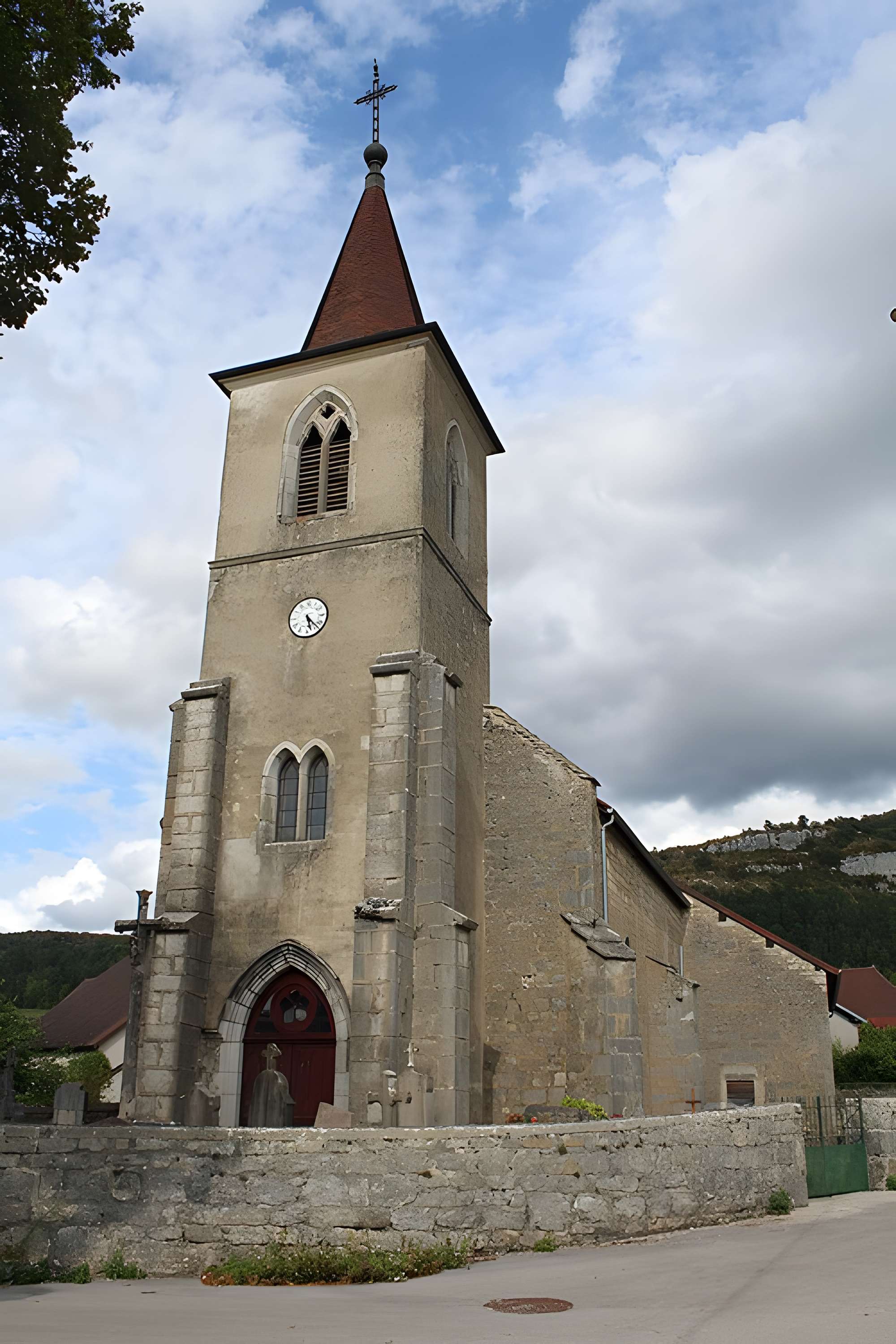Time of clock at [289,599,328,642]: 5:23
